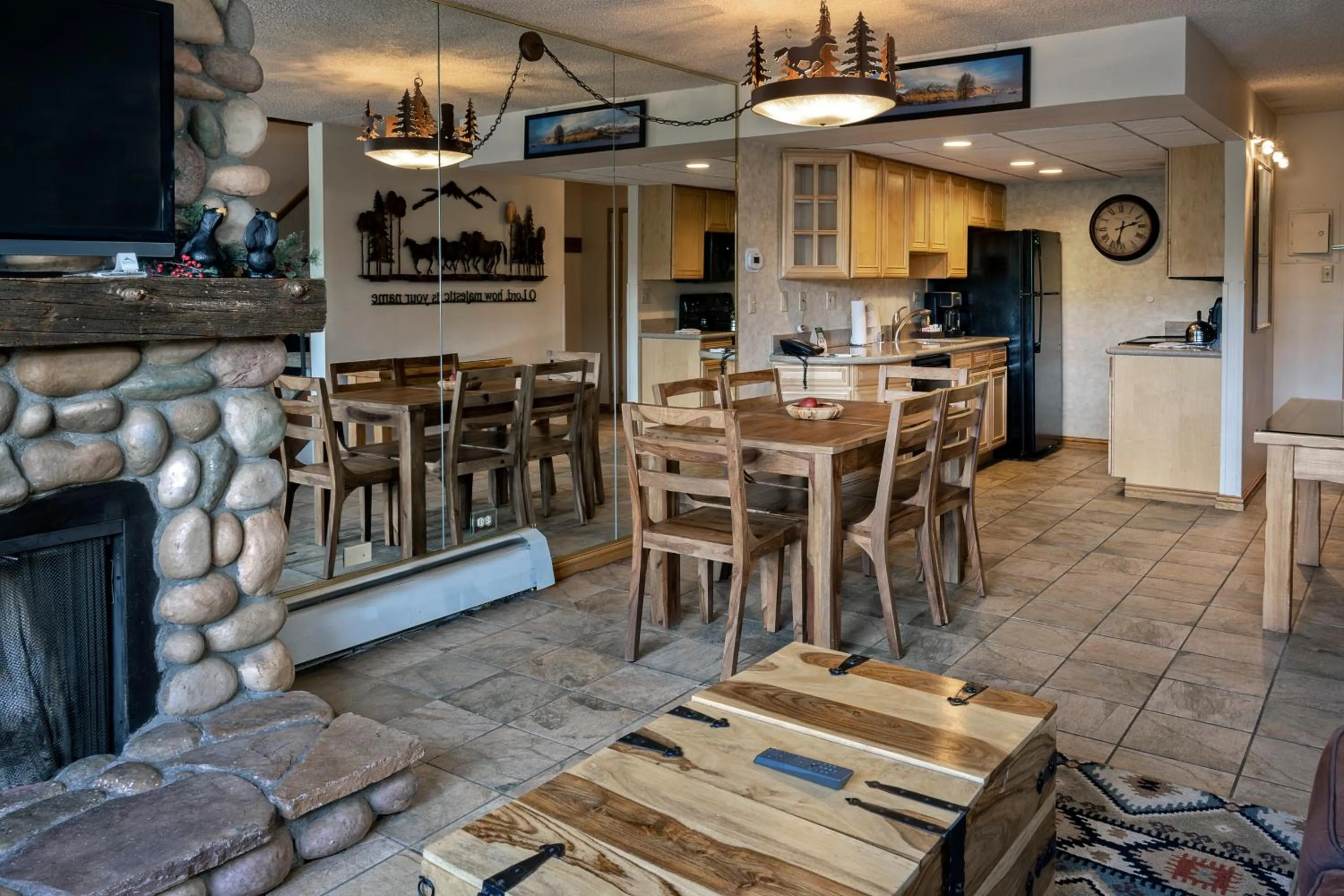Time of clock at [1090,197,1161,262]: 2:32
